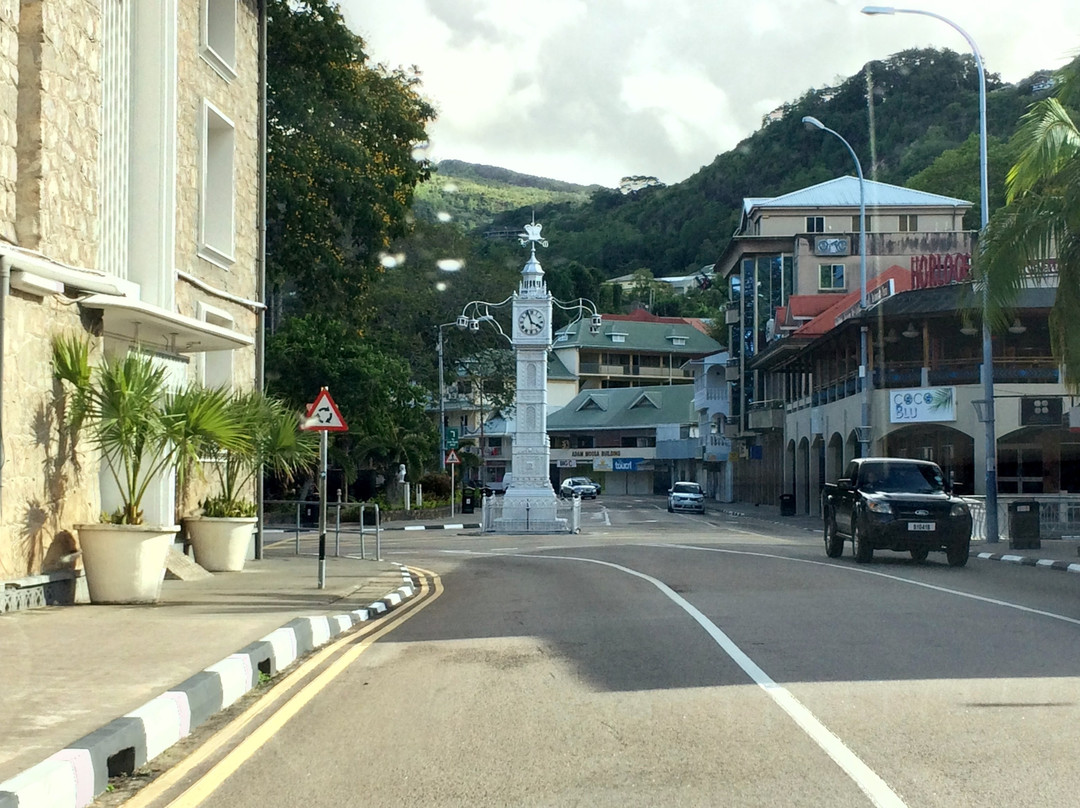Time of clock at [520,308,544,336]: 3:56
